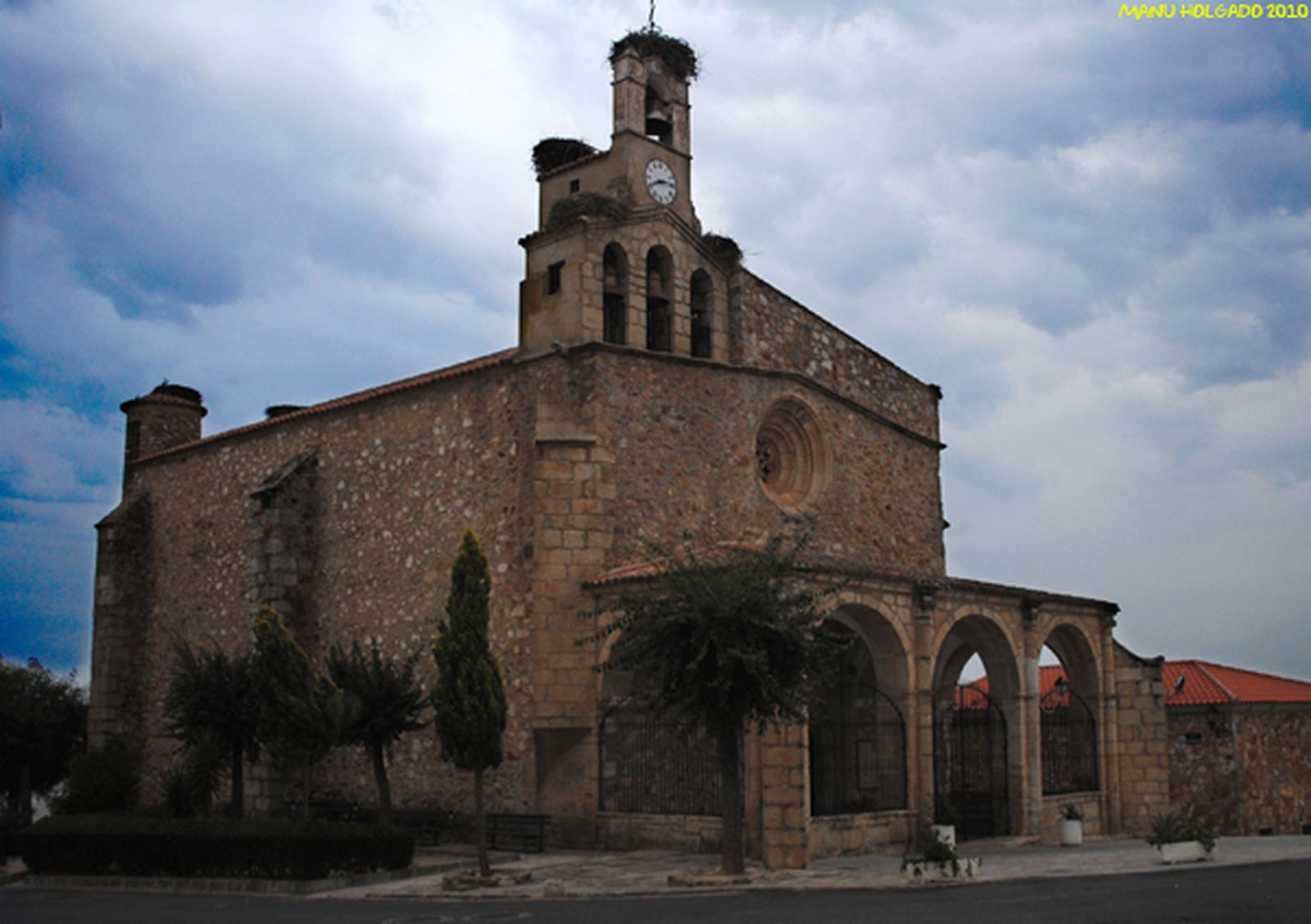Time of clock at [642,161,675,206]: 2:40
